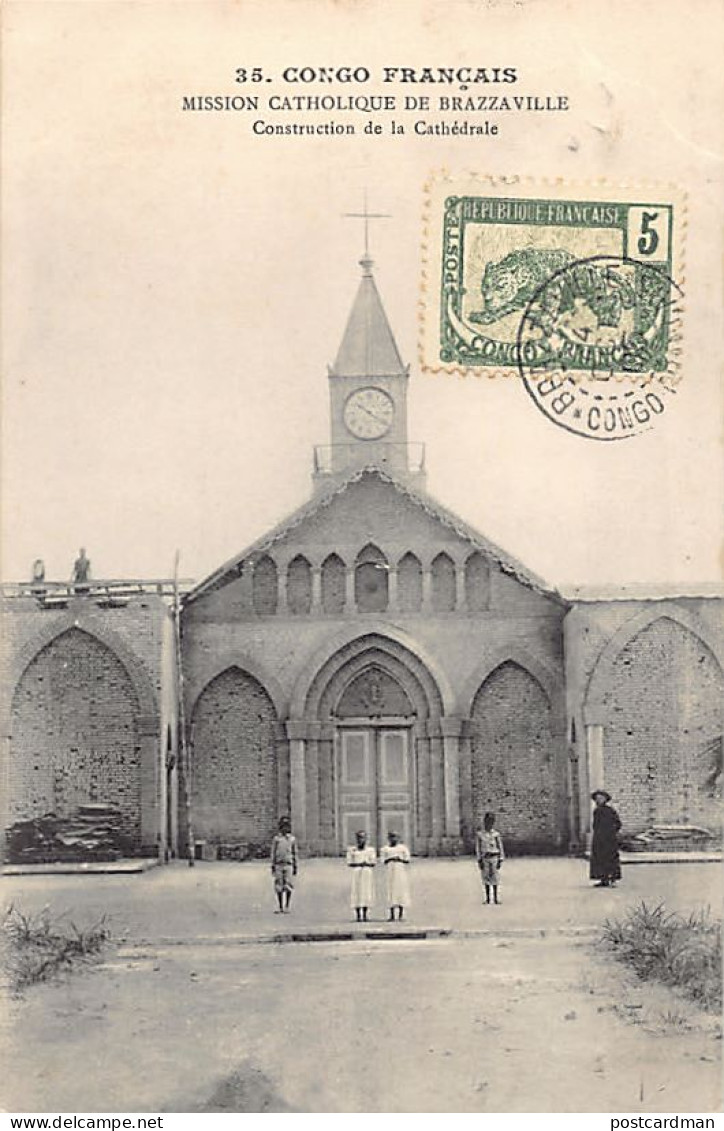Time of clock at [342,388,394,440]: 10:20
